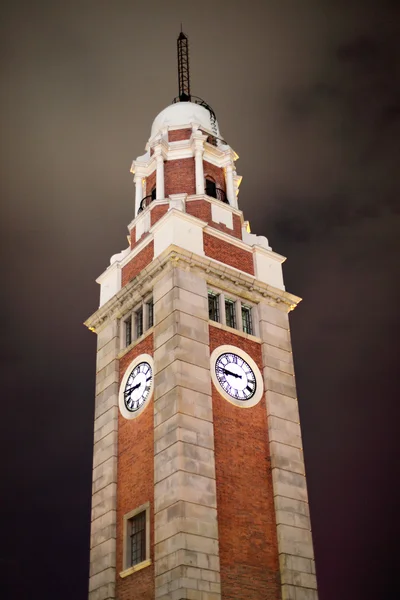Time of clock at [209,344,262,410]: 8:45
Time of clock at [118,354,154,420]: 8:46
